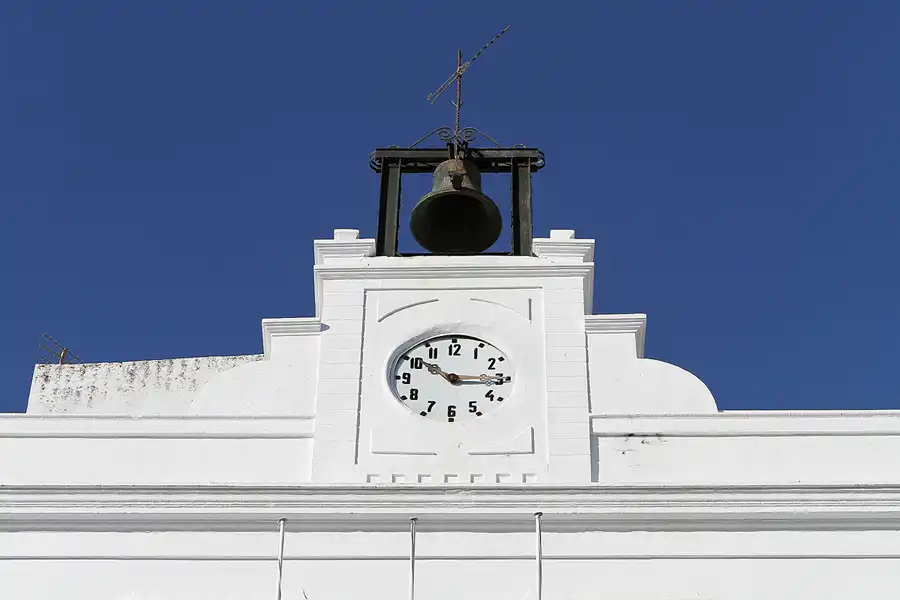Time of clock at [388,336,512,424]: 10:15
